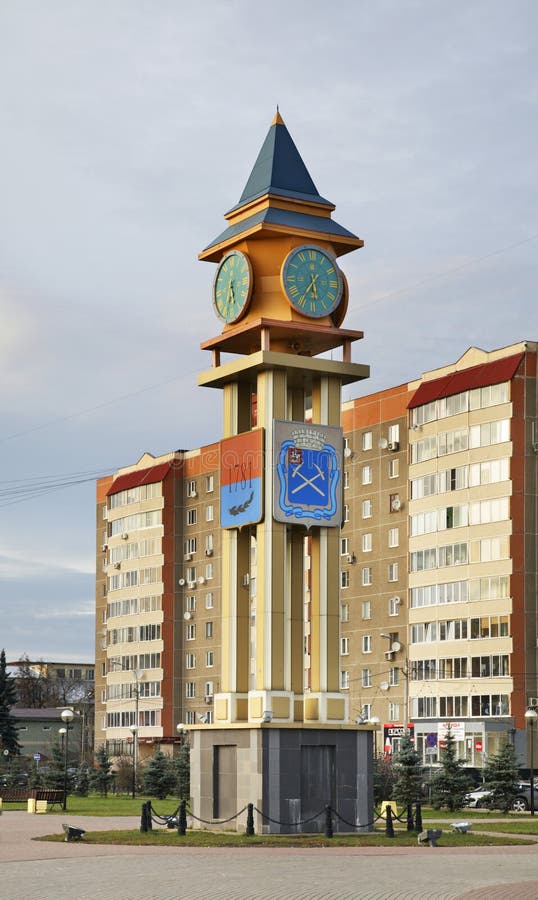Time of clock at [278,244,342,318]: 5:35
